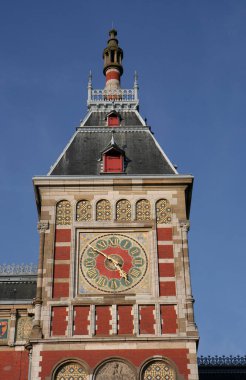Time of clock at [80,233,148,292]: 4:50
